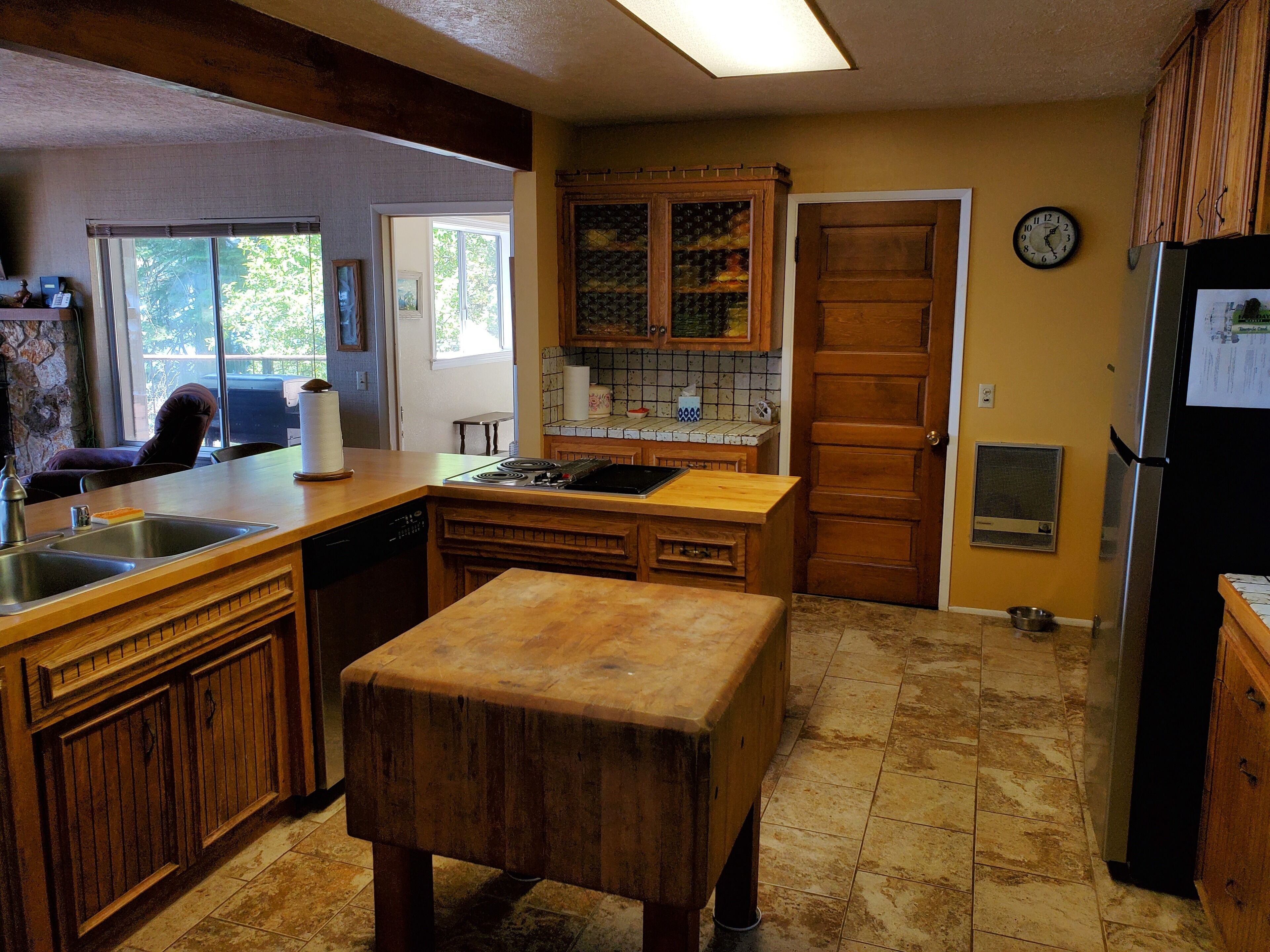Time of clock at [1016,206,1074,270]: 1:24
